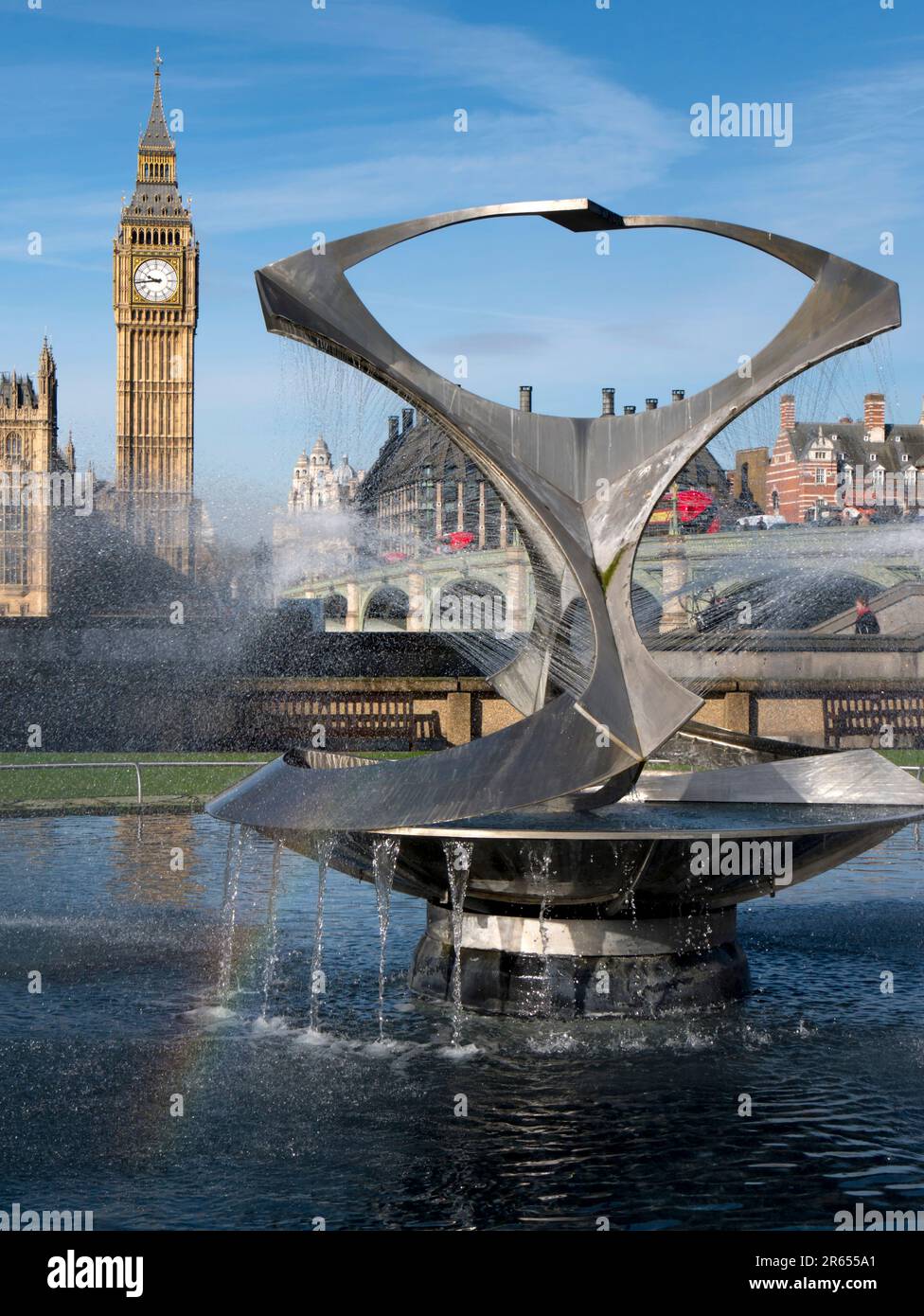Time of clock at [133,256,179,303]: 9:43
